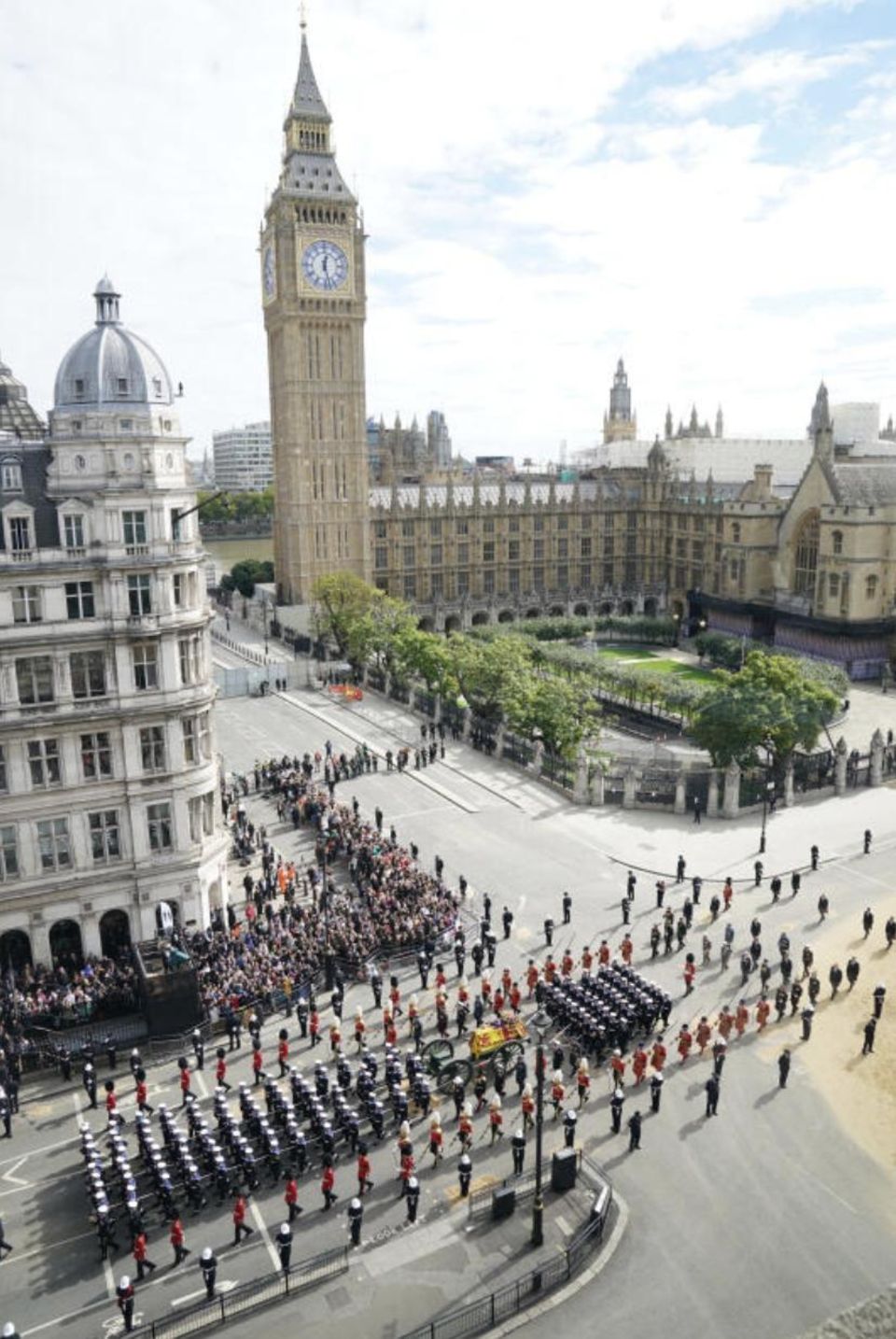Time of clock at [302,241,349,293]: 12:27
